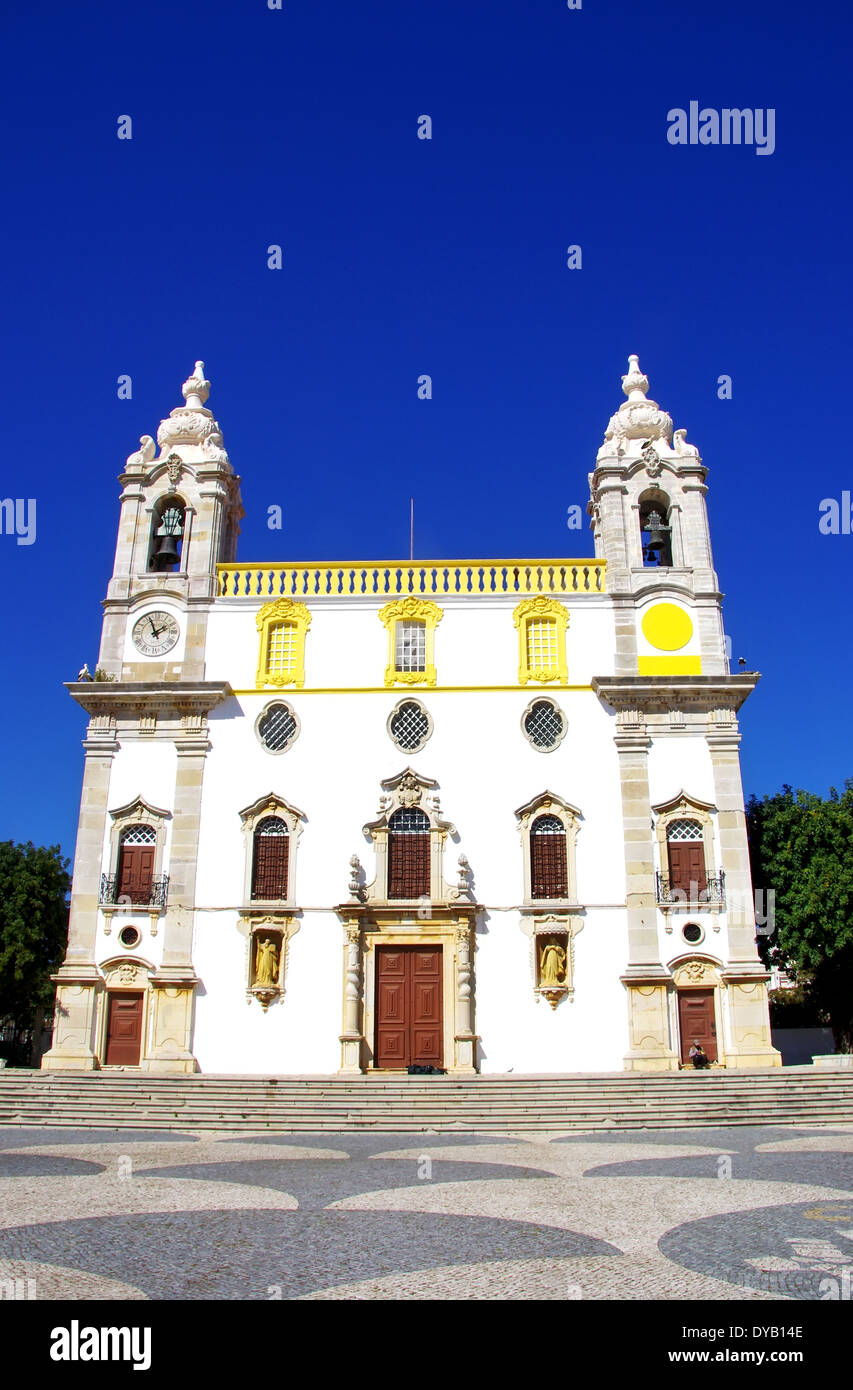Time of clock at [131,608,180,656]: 1:56
